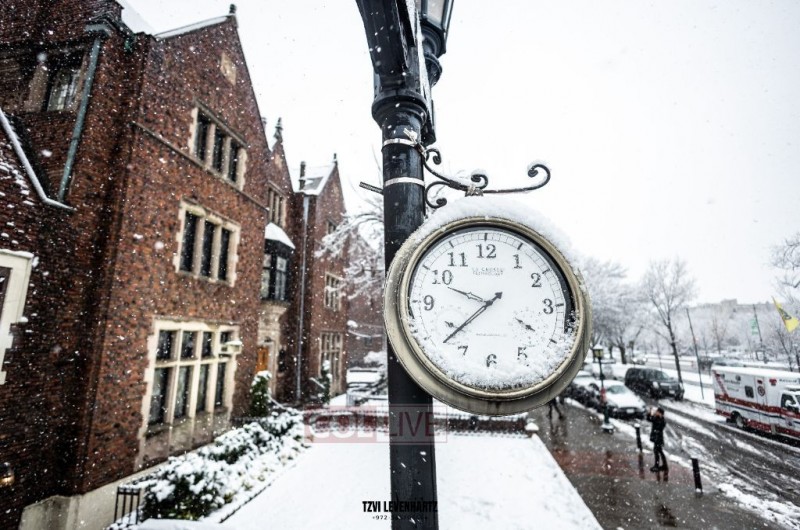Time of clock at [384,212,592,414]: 9:38
